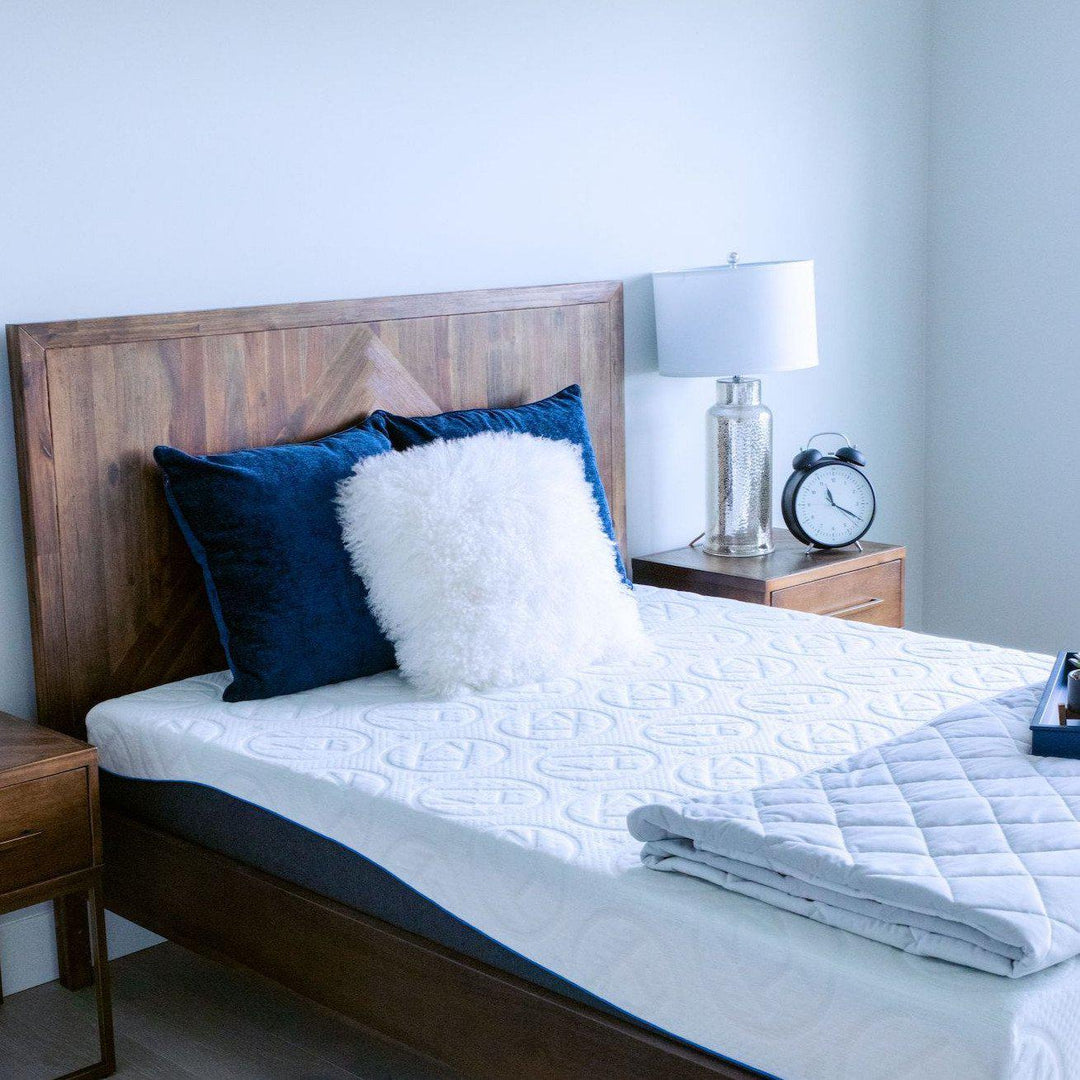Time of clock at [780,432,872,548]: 11:19
